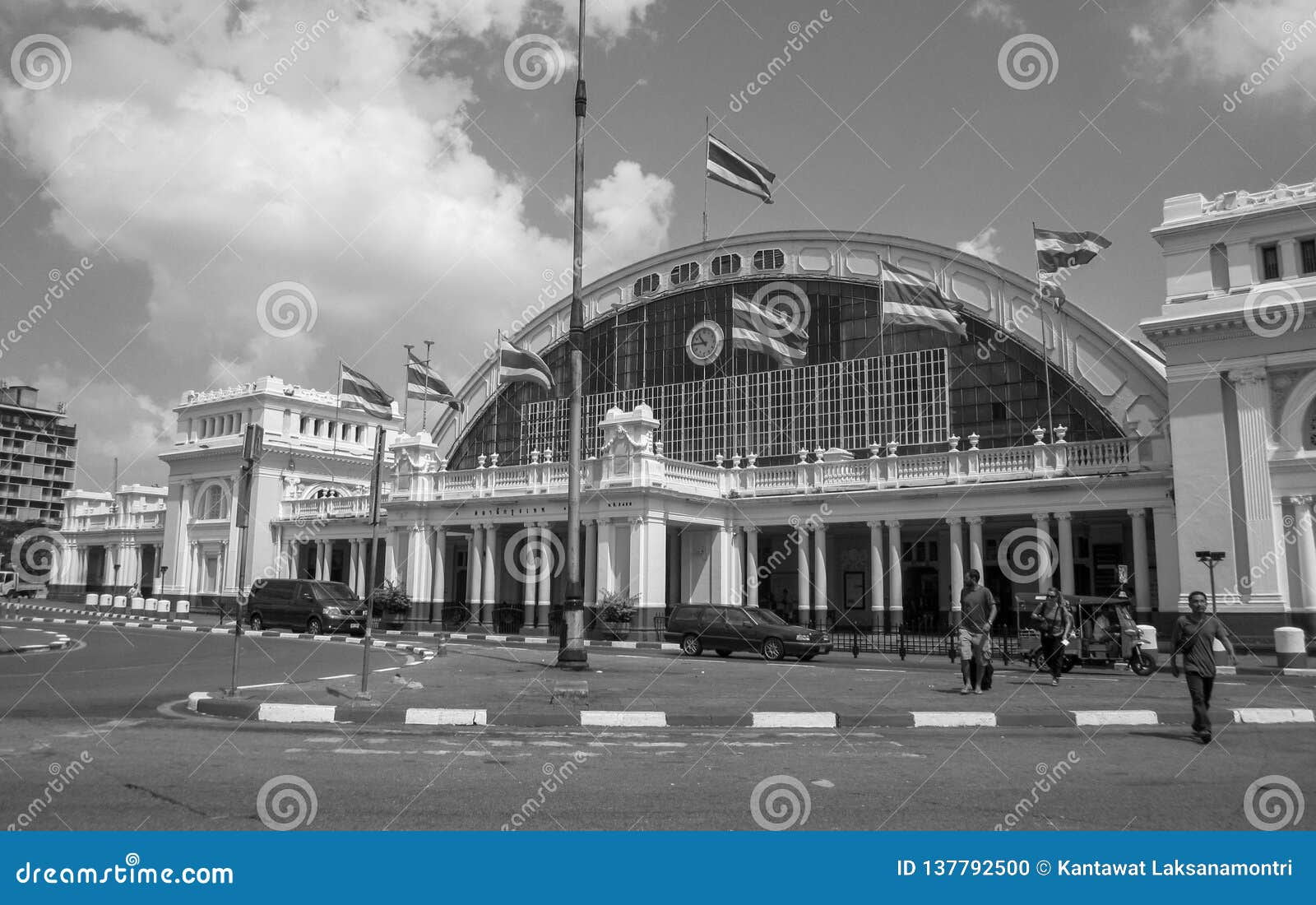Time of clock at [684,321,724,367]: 10:44
